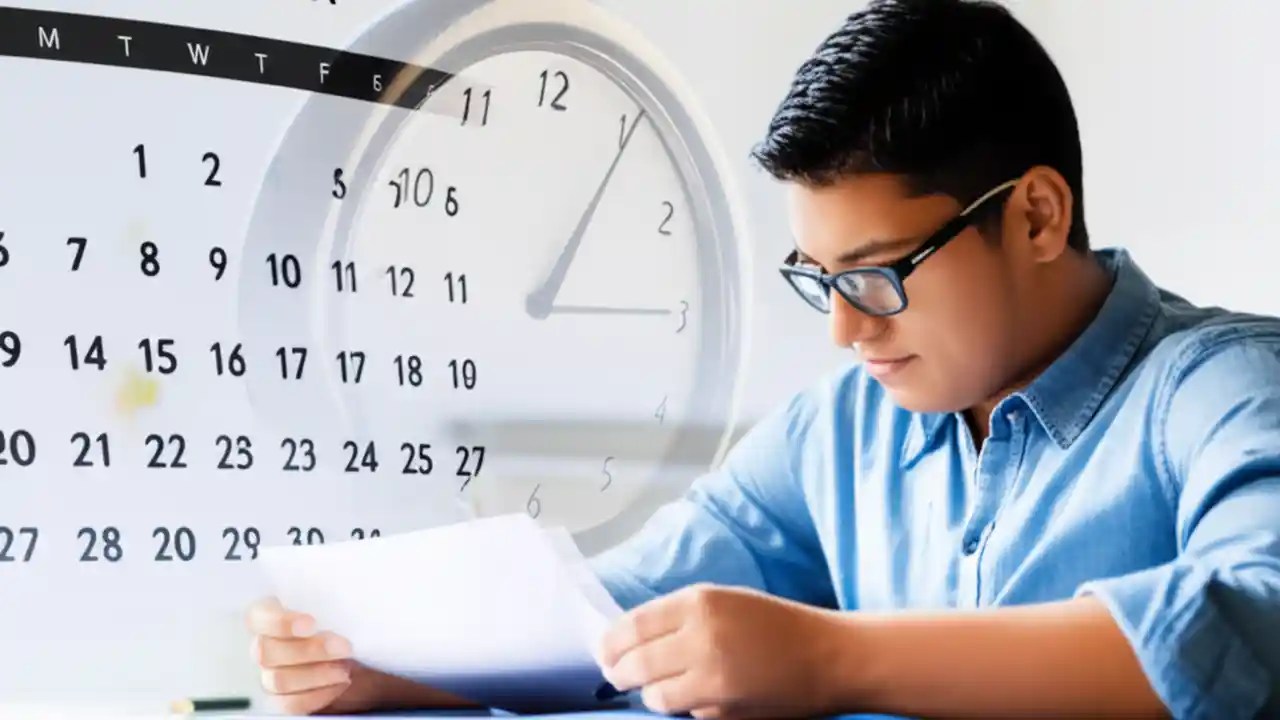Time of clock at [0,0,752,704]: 1:05
